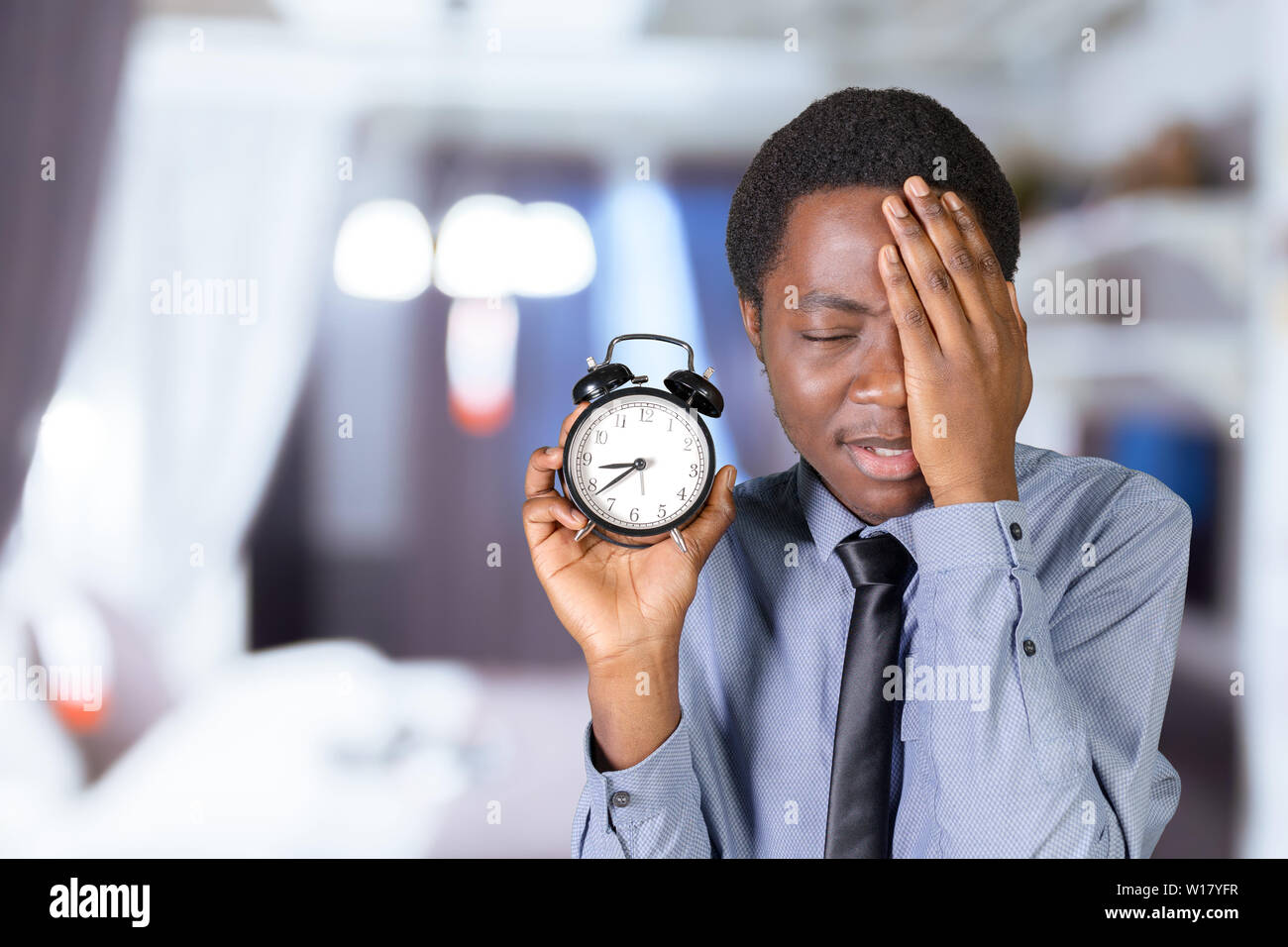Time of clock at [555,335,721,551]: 8:38
